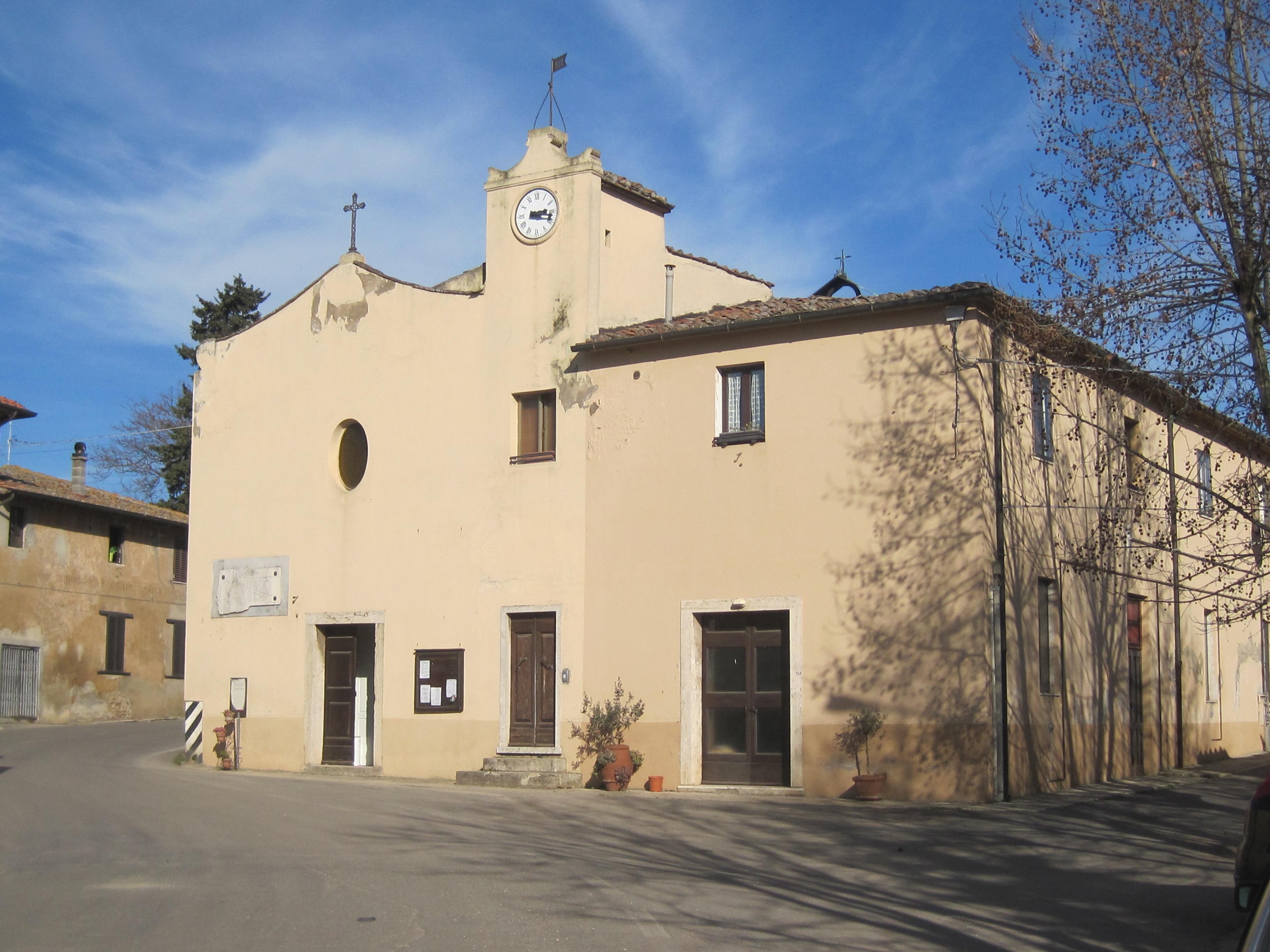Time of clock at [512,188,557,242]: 3:17
